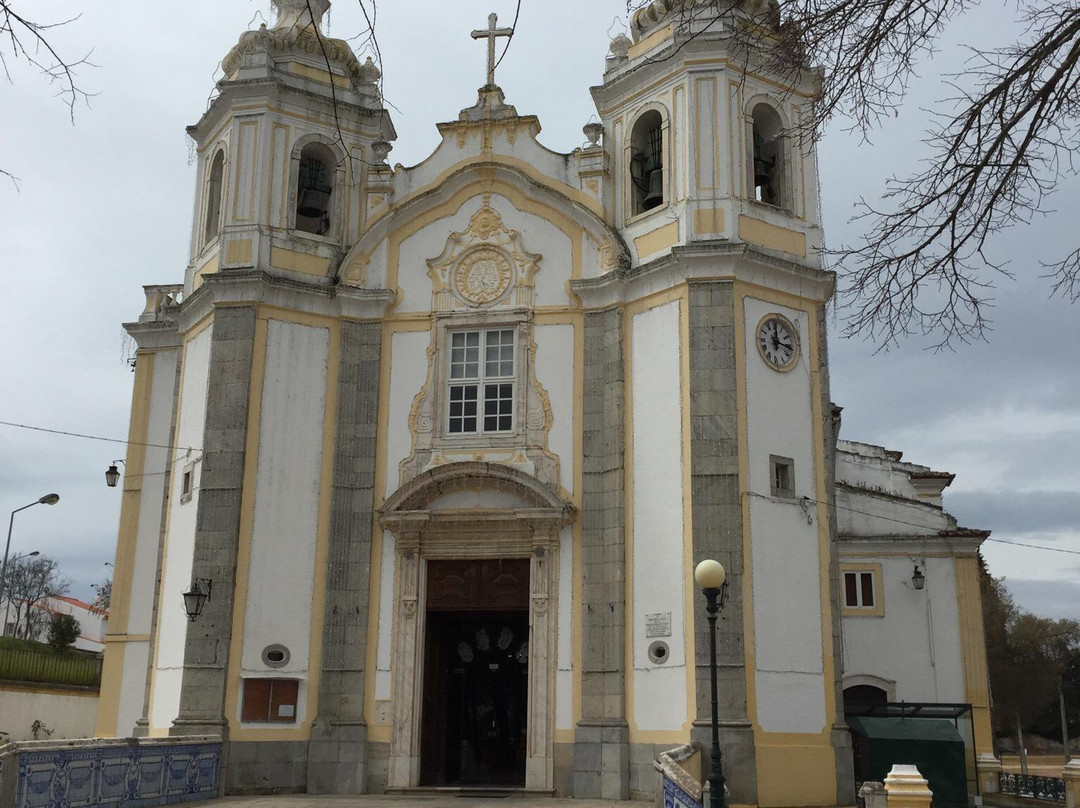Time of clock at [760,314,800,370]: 12:16
